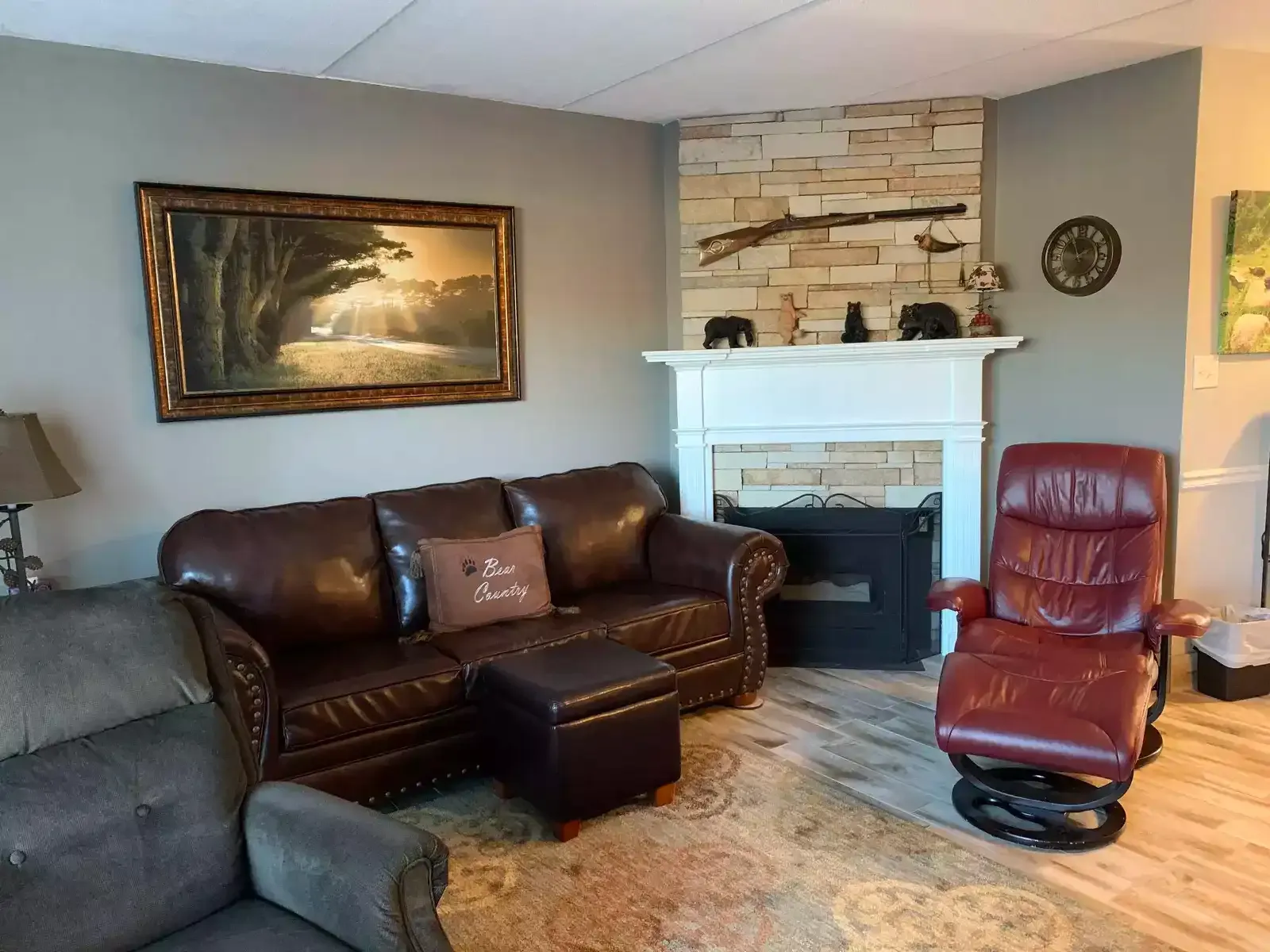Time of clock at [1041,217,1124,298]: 1:56
